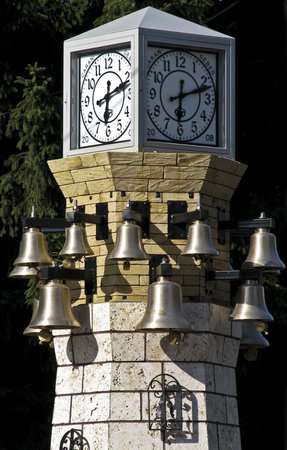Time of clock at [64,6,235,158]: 6:11
